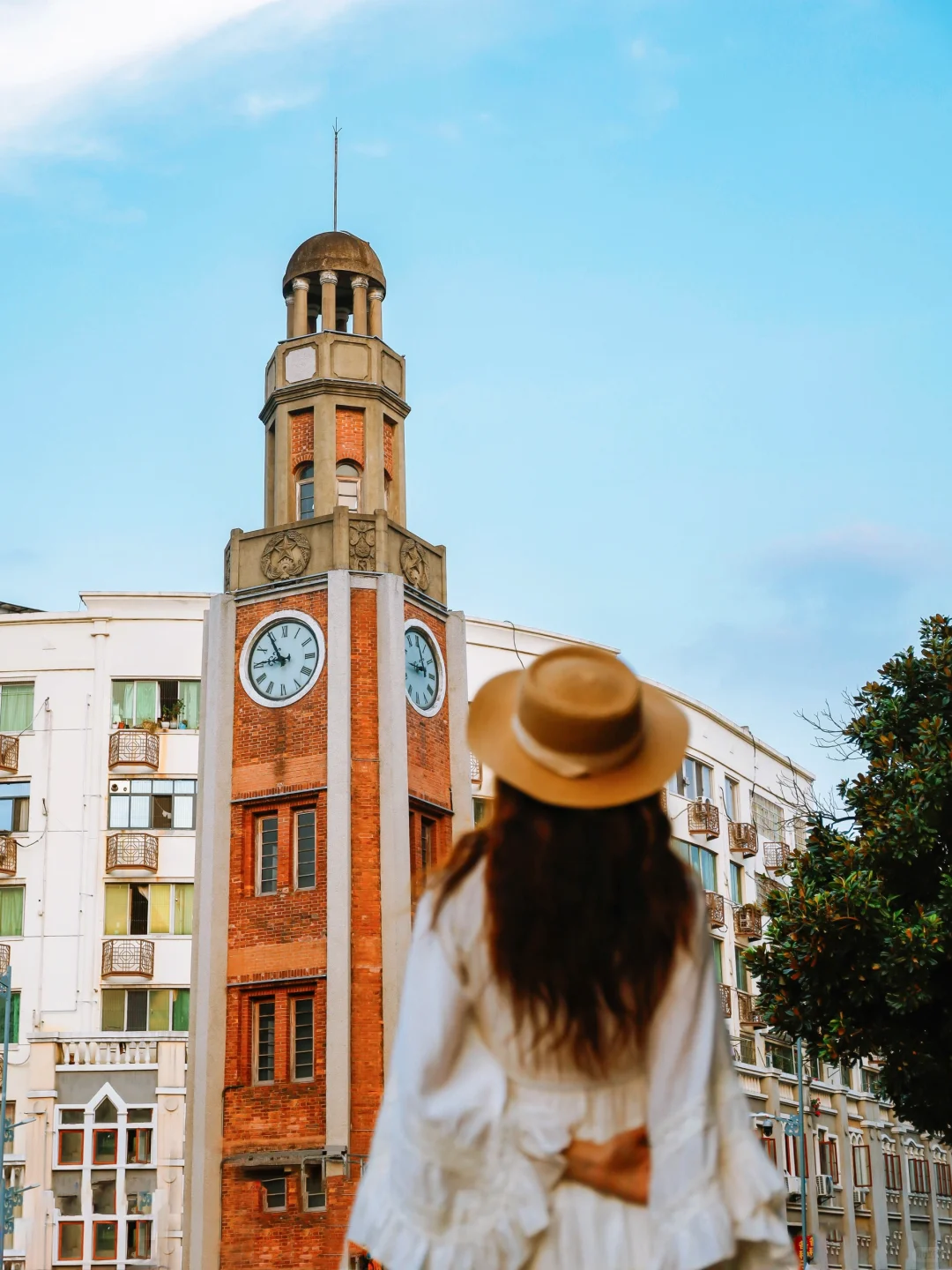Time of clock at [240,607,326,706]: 8:54
